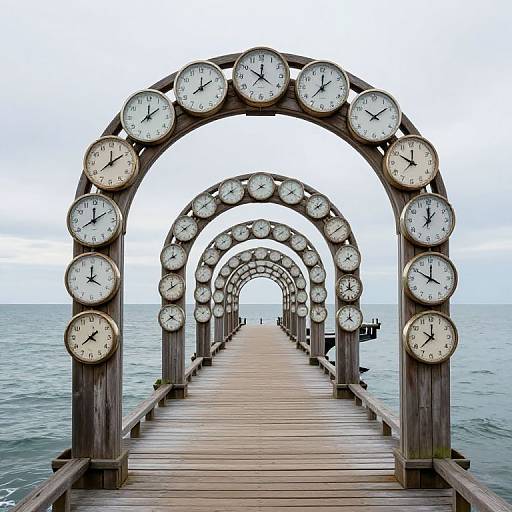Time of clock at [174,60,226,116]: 12:09
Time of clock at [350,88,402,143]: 10:09
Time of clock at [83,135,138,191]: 12:09
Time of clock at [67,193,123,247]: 12:09
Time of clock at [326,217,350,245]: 1:38
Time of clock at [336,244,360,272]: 1:39
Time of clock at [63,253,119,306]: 4:00
